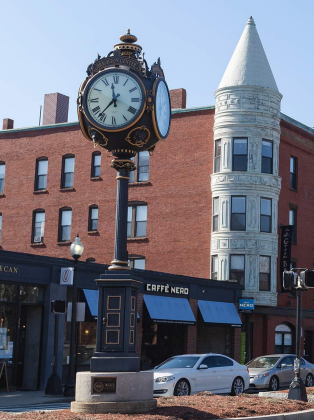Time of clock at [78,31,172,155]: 11:36
